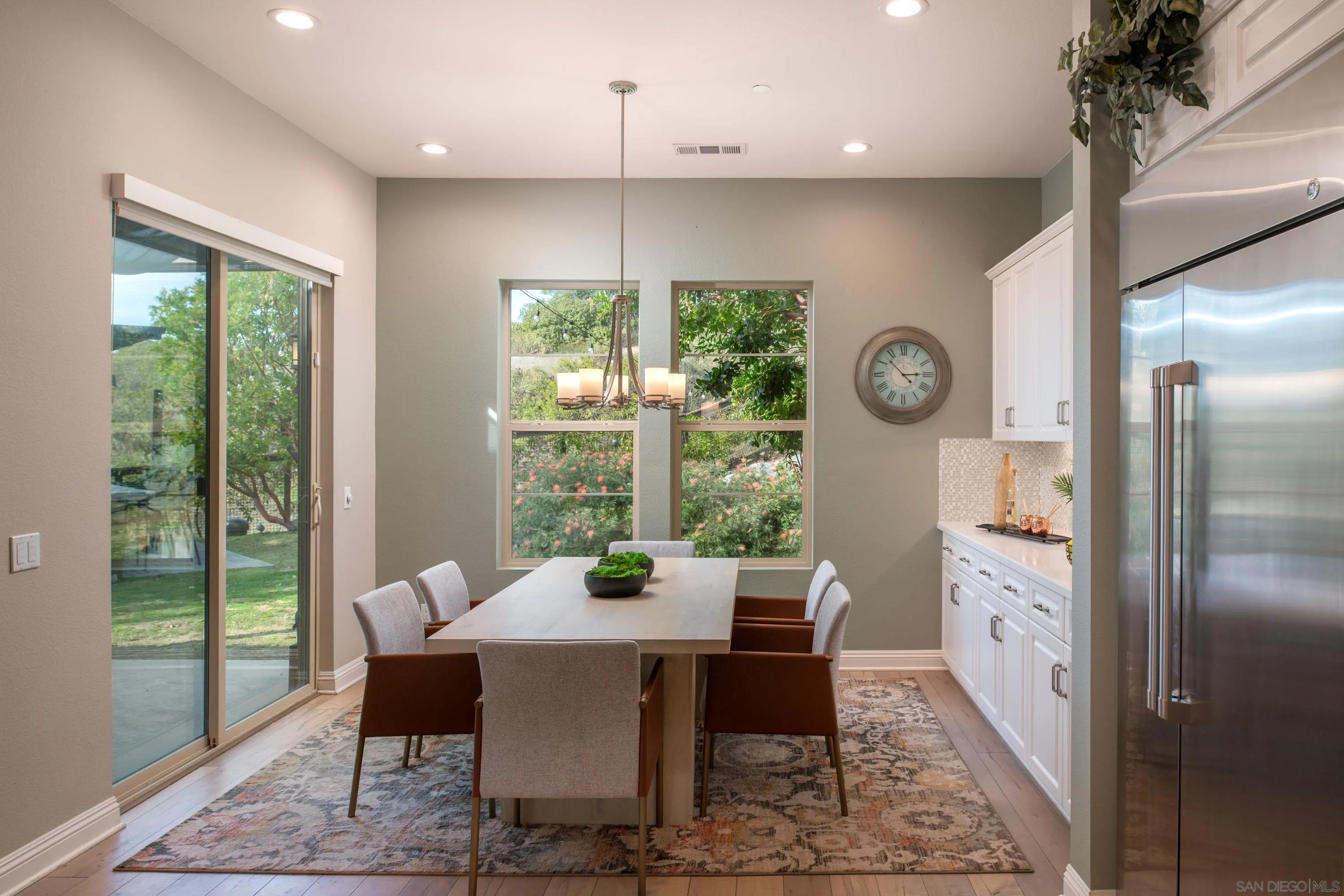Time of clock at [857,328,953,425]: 2:52
